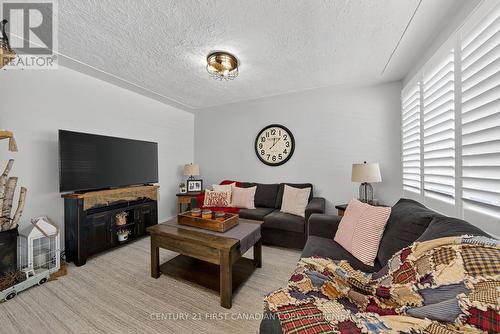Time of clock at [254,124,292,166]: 12:07
